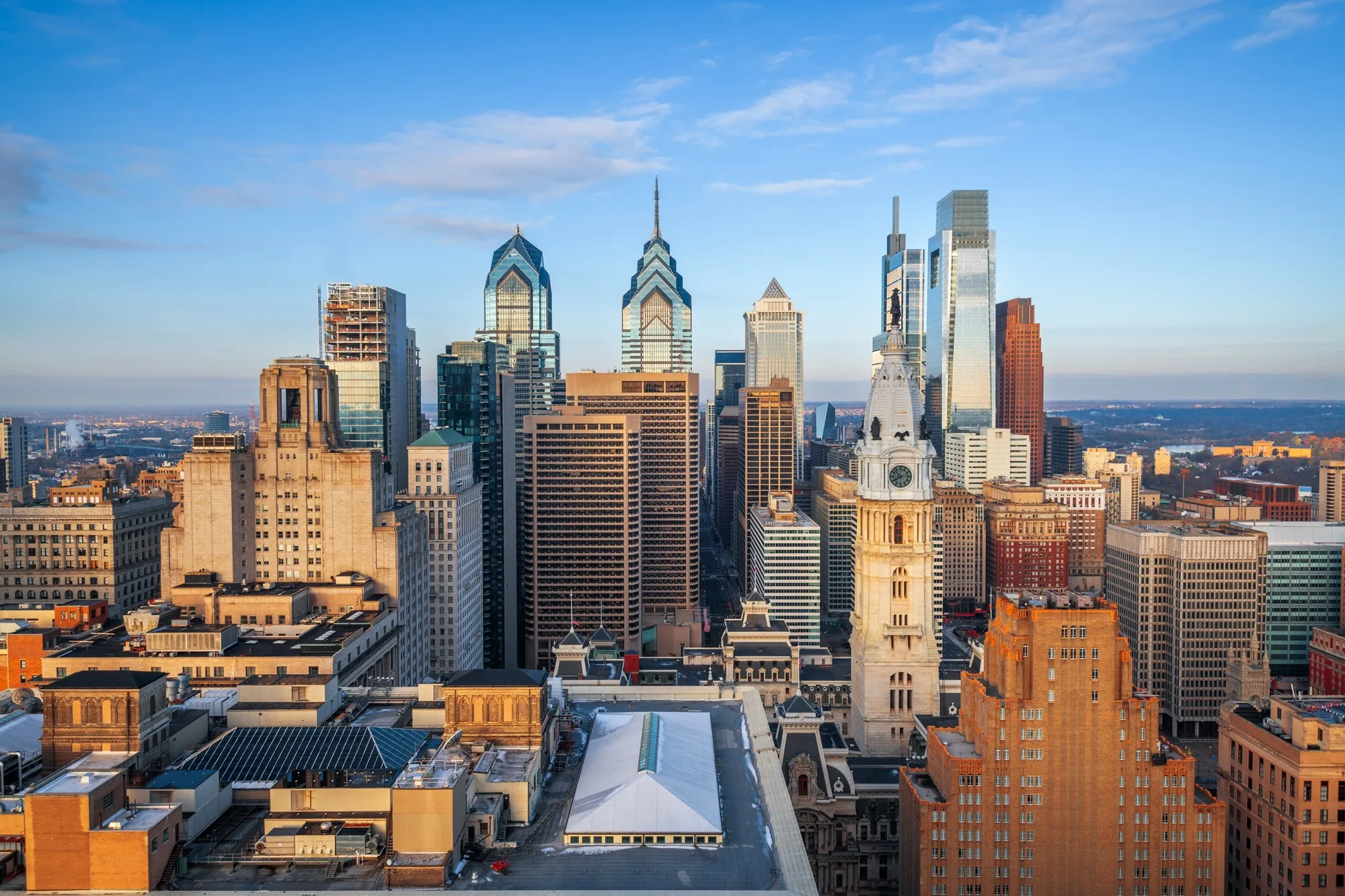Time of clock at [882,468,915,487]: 7:52
